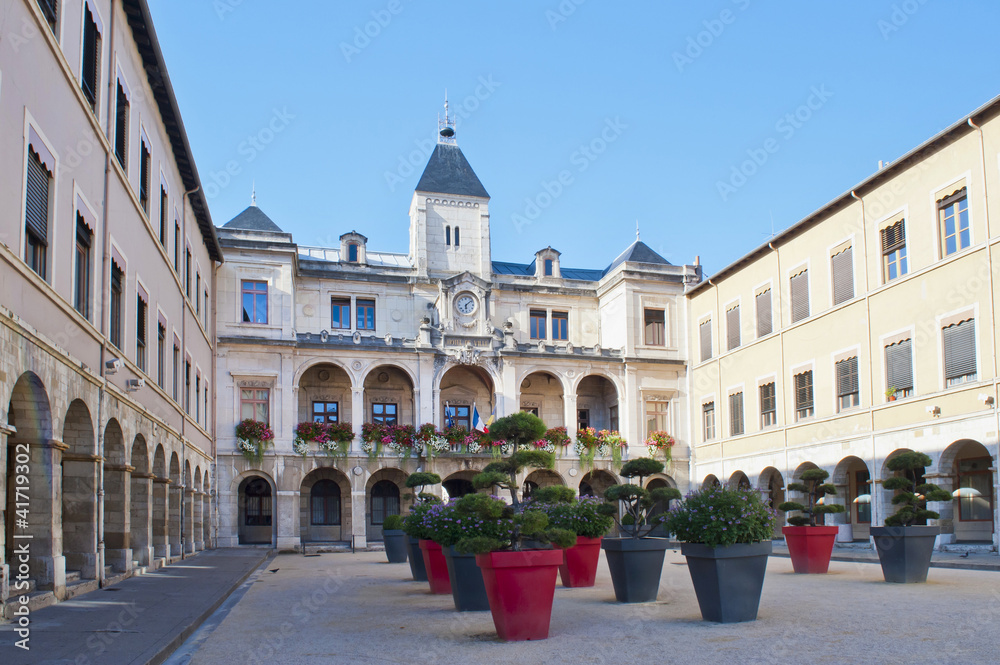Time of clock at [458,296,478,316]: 6:08
